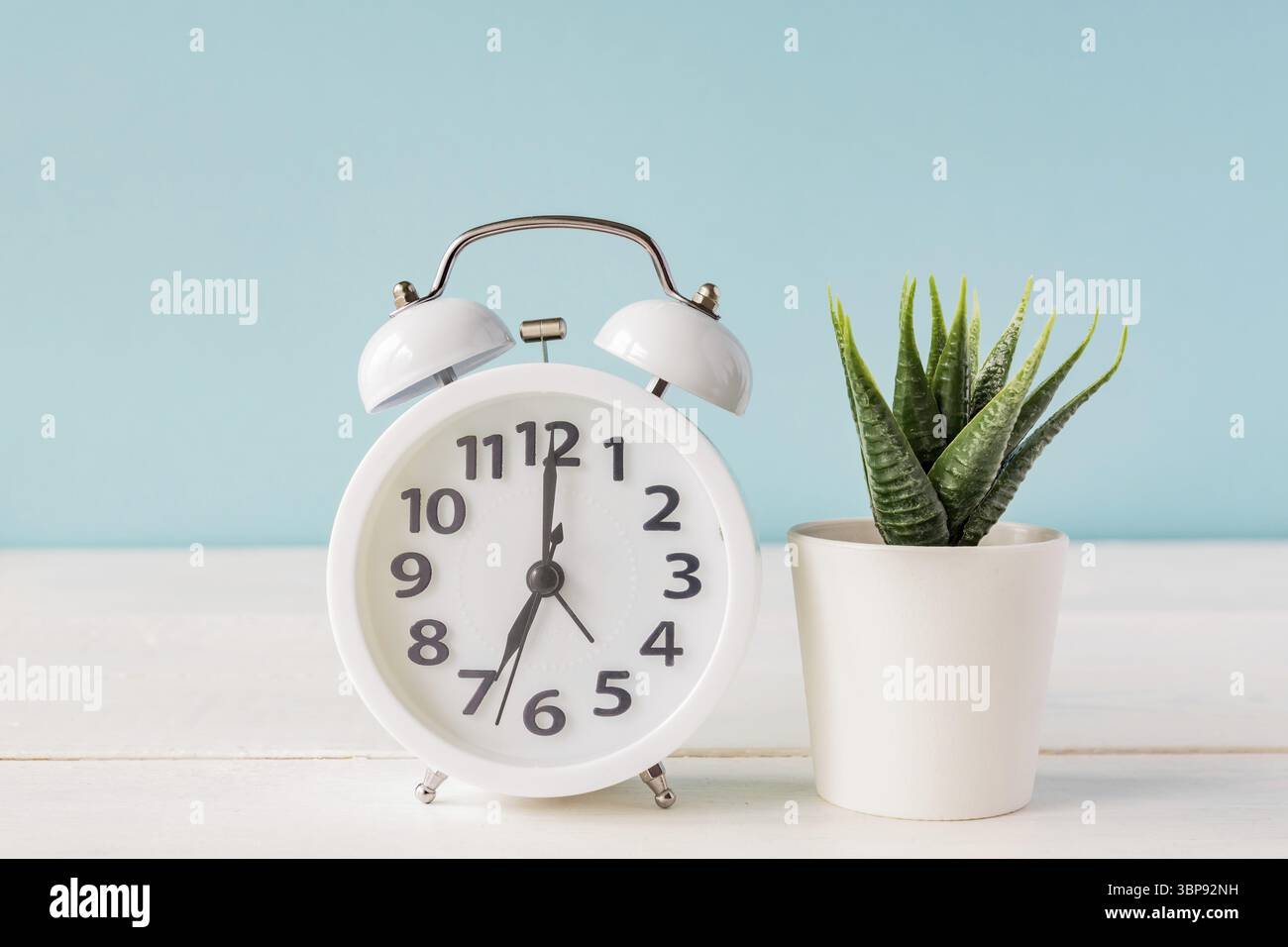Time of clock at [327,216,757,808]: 7:00
